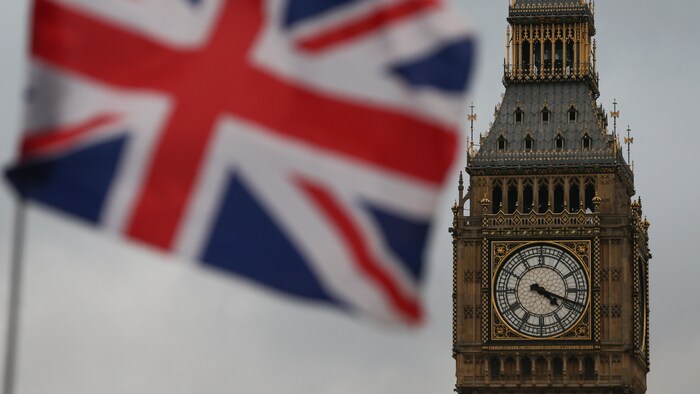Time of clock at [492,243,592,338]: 4:18
